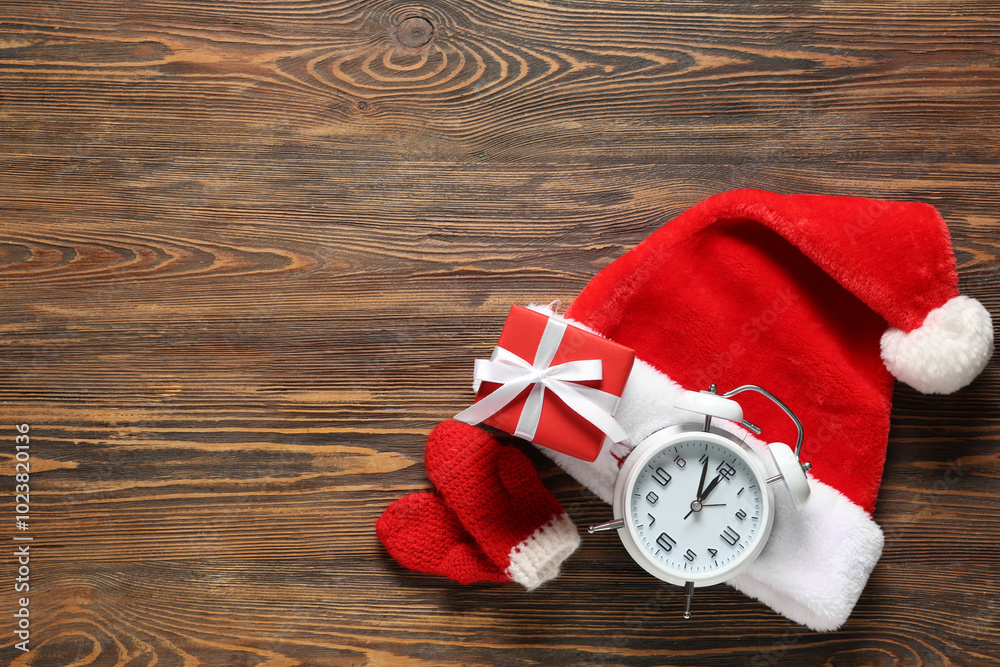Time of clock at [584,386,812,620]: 1:00
